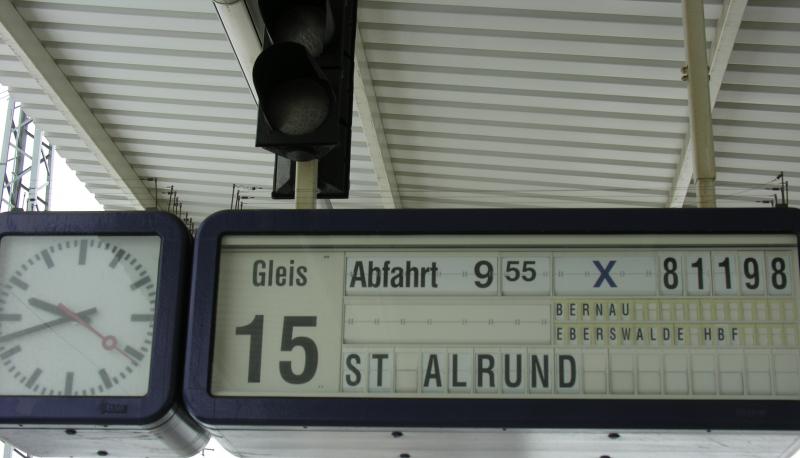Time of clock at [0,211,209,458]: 9:42
